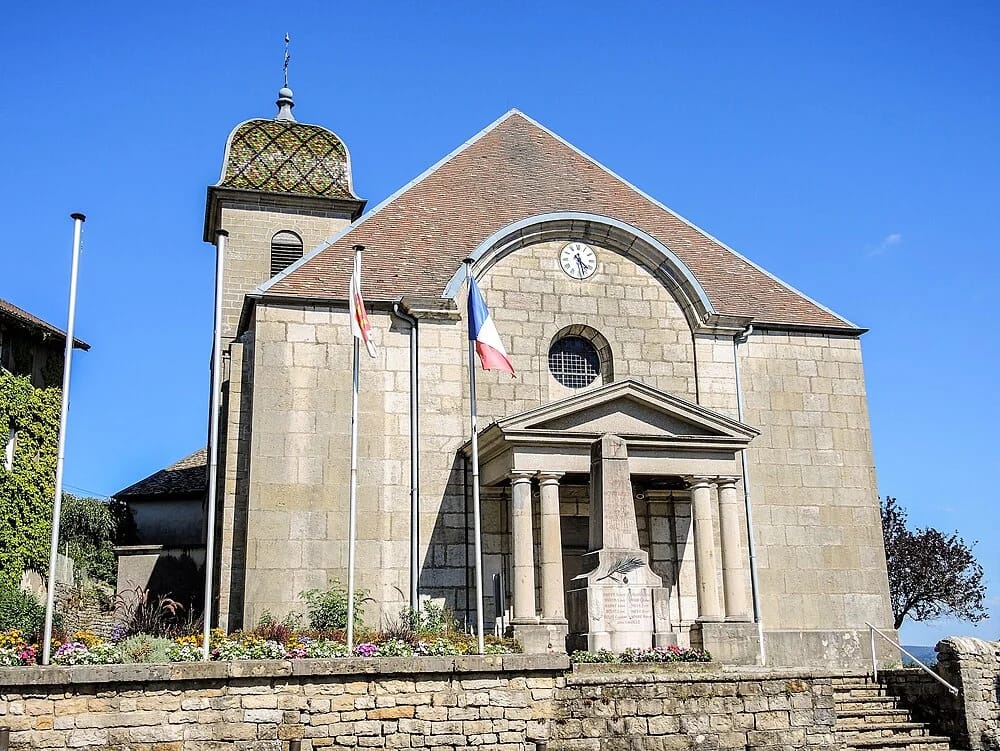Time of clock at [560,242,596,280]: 4:27
